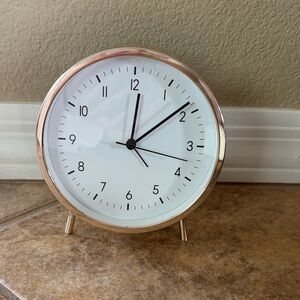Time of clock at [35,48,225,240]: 12:08
